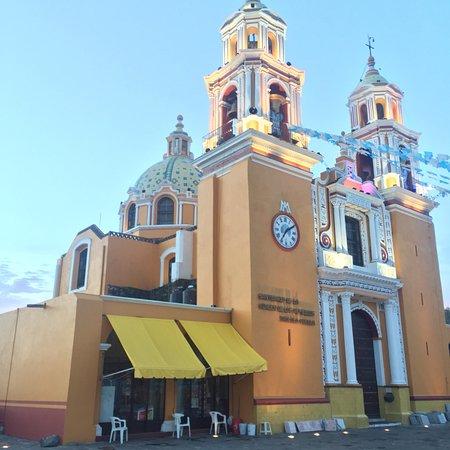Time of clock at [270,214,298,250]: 7:09
